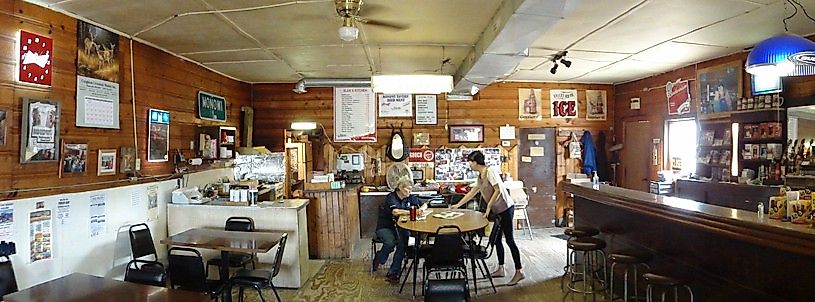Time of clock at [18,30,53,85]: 3:42
